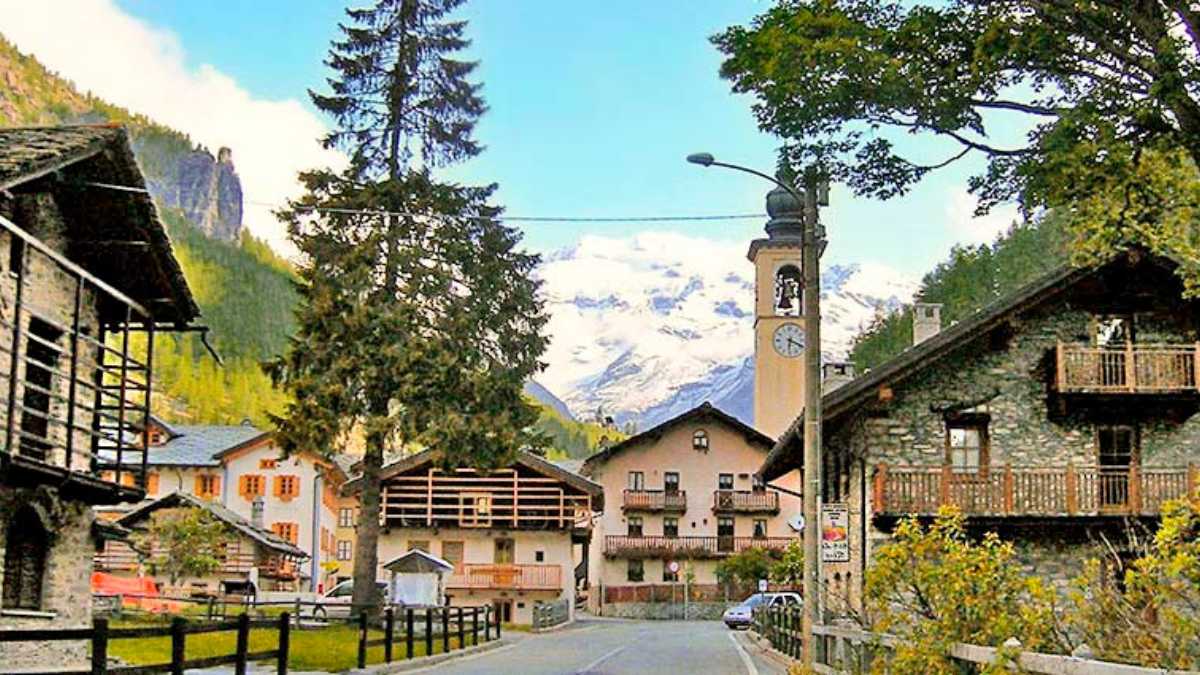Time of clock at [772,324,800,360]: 6:18
